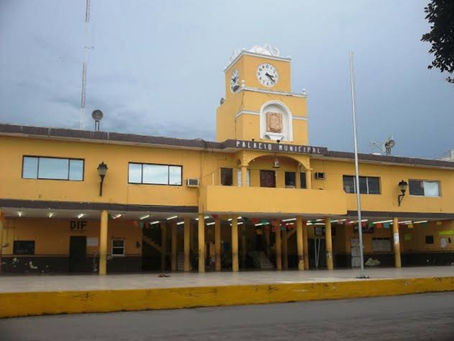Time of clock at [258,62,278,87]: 3:22
